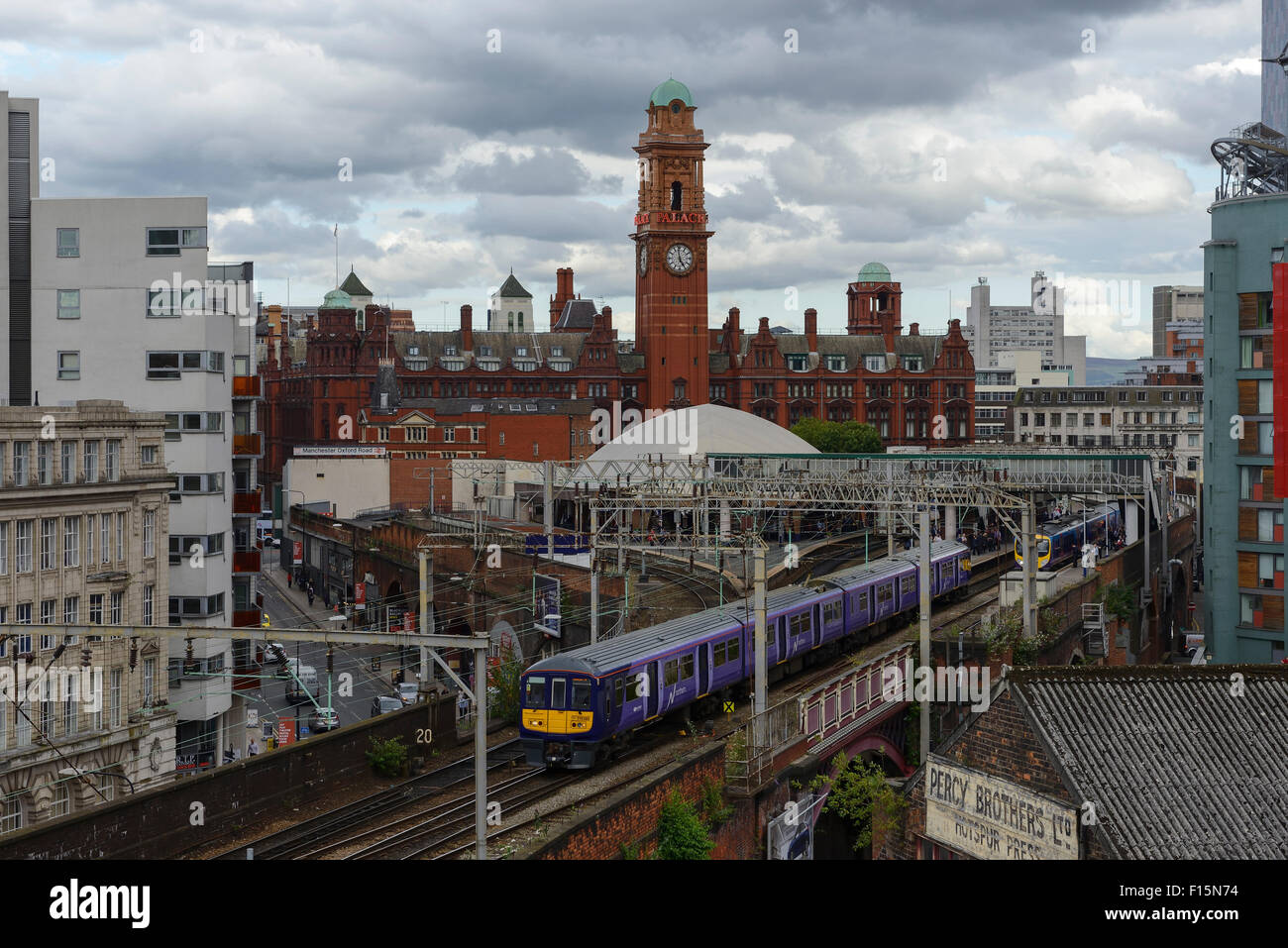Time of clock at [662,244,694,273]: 4:59
